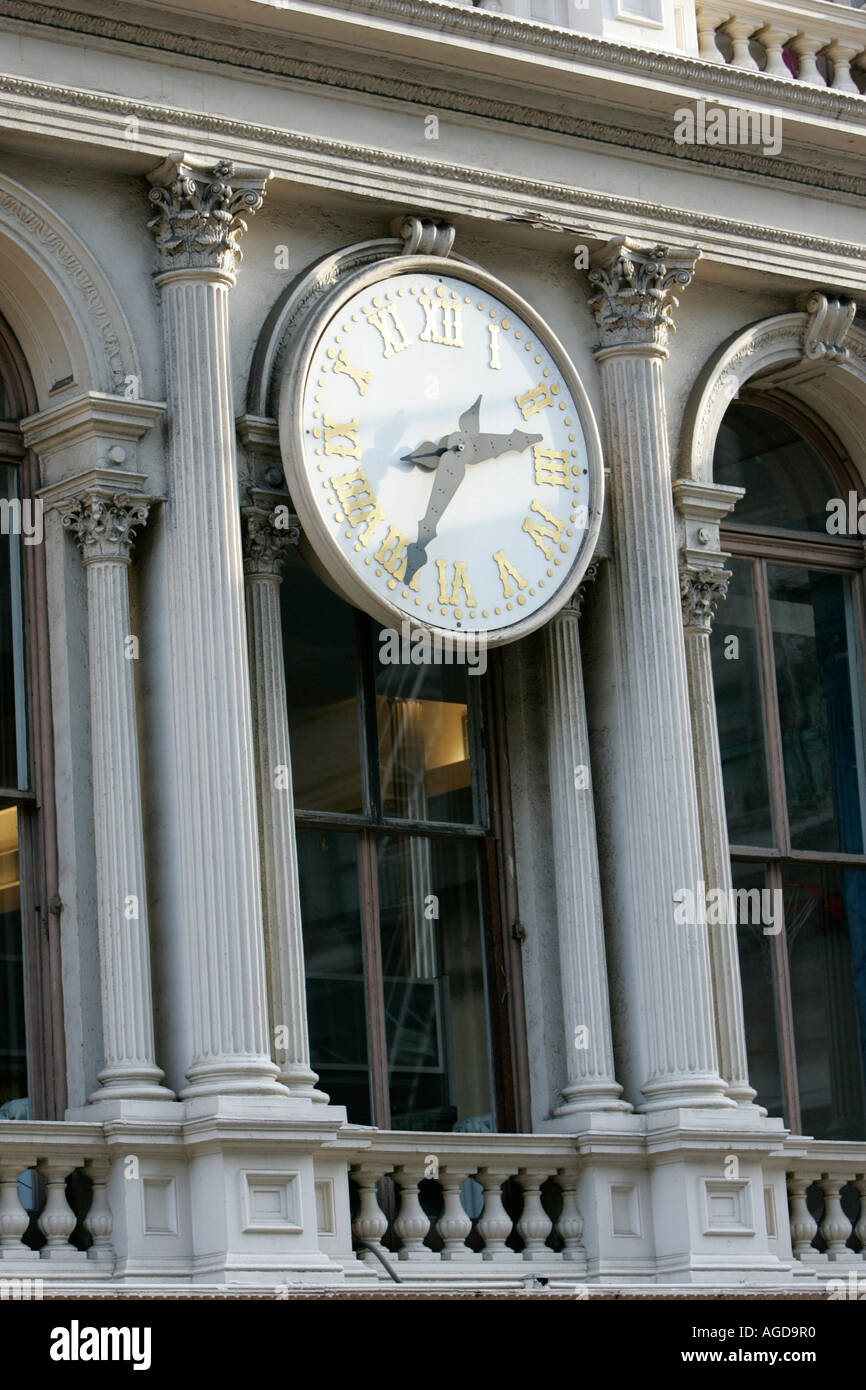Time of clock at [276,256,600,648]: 2:34
